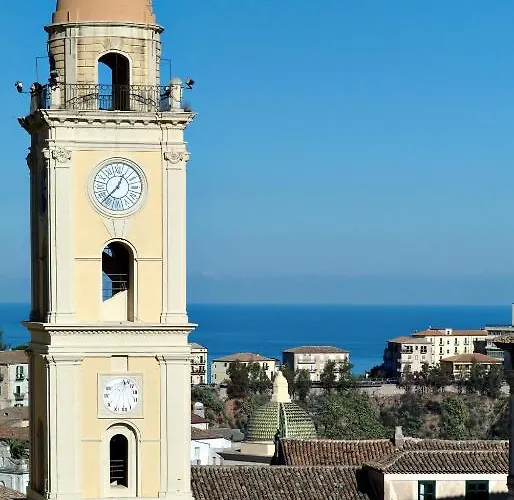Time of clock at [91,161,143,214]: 12:37
